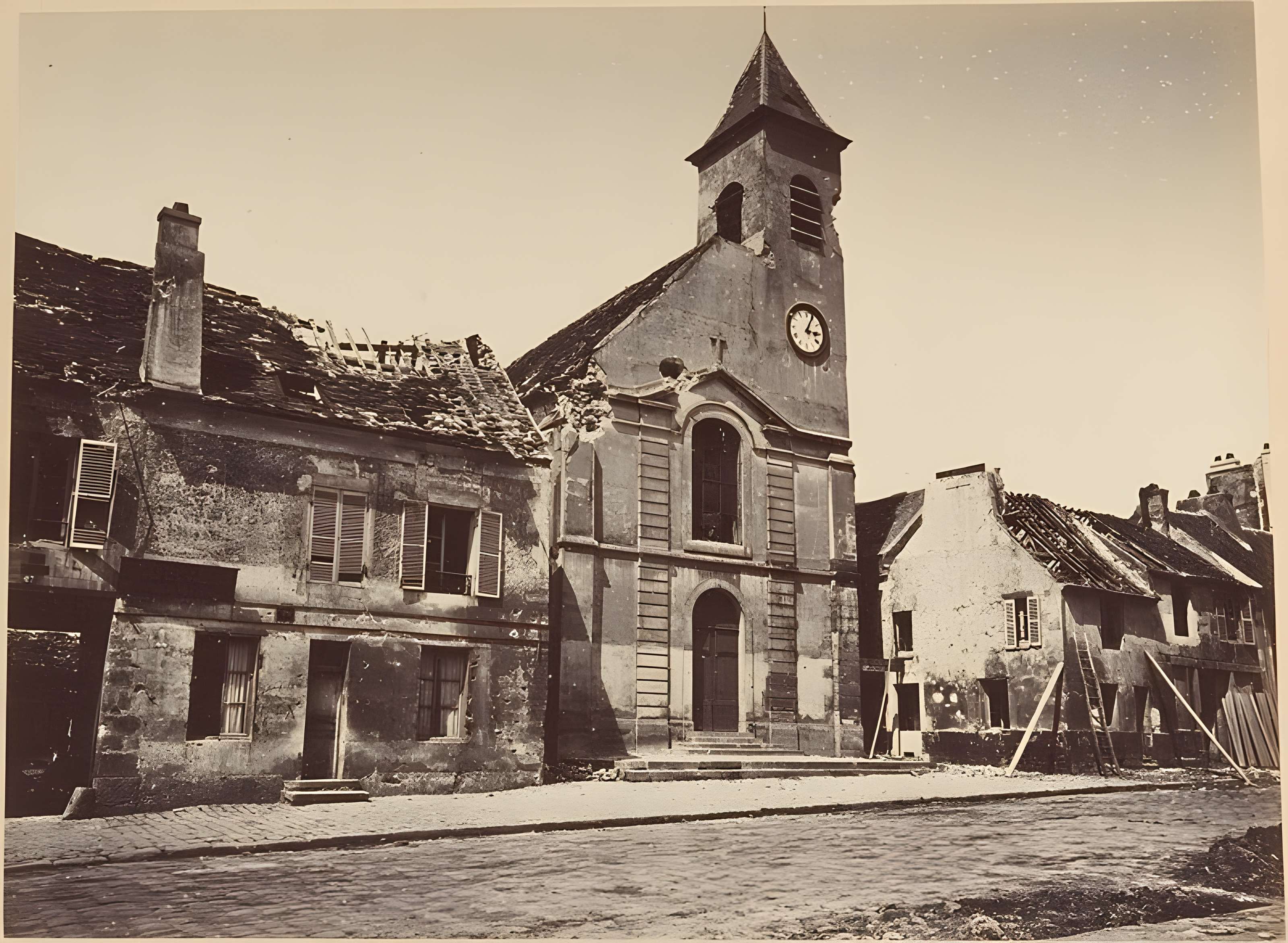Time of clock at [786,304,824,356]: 3:04
